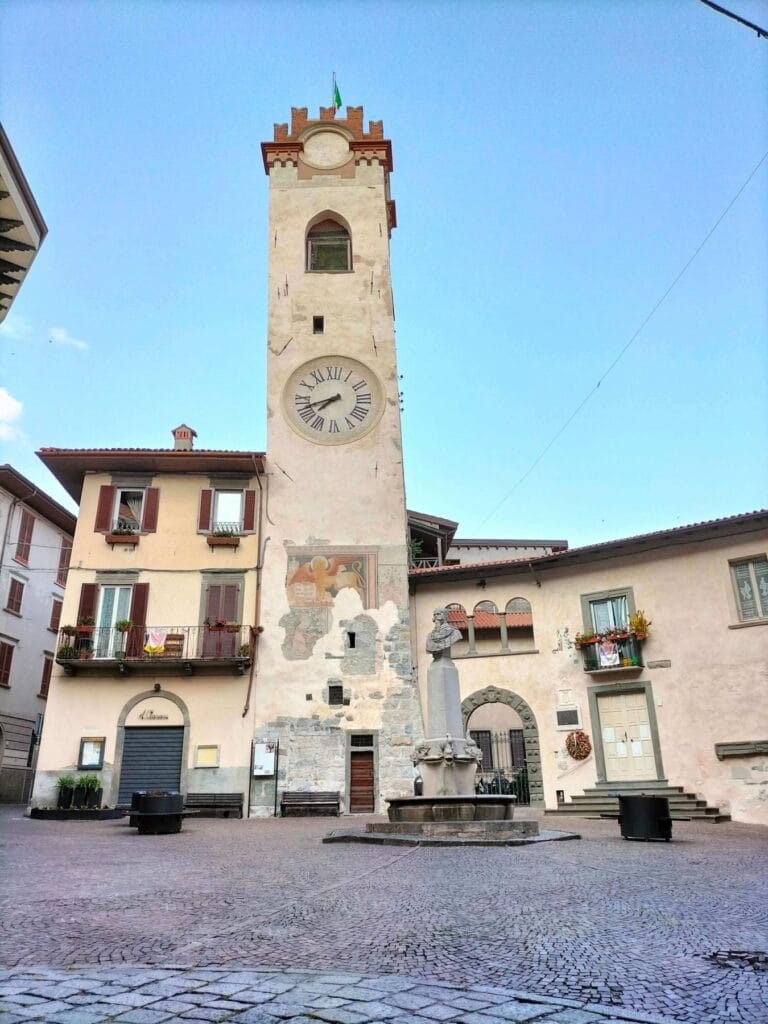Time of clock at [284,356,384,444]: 7:41
